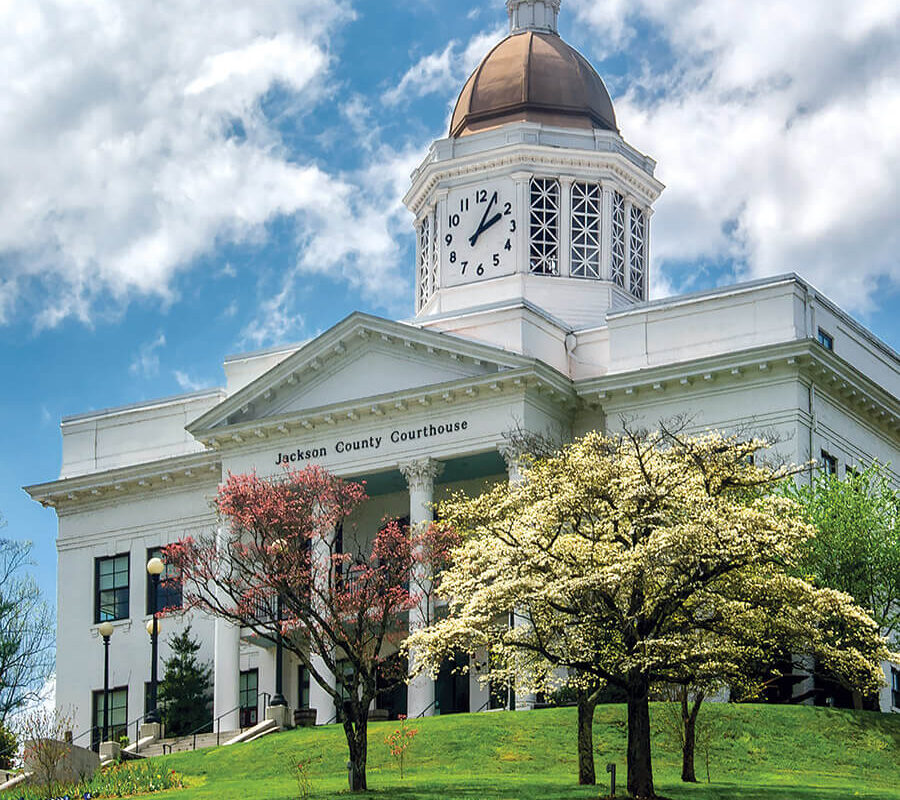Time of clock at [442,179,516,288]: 2:04
